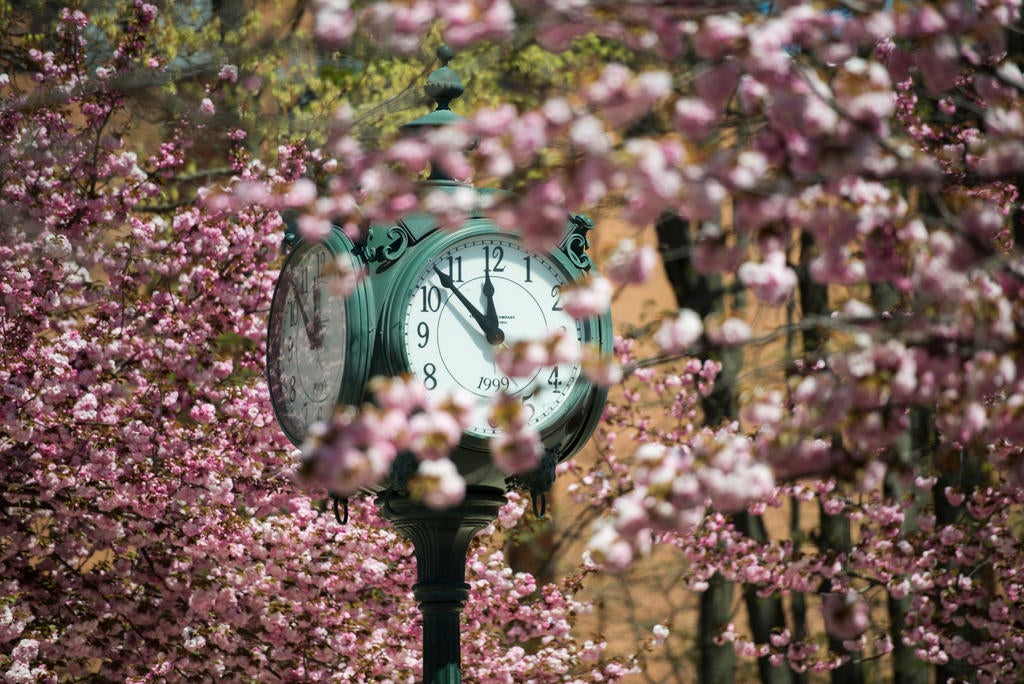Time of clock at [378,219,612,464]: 11:52
